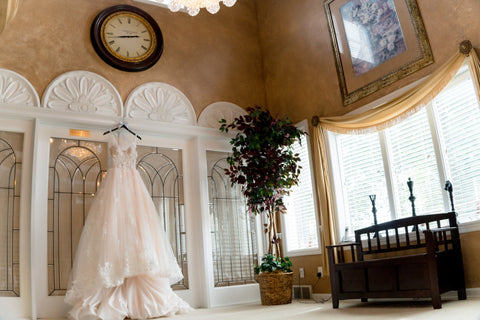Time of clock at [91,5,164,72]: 2:42
